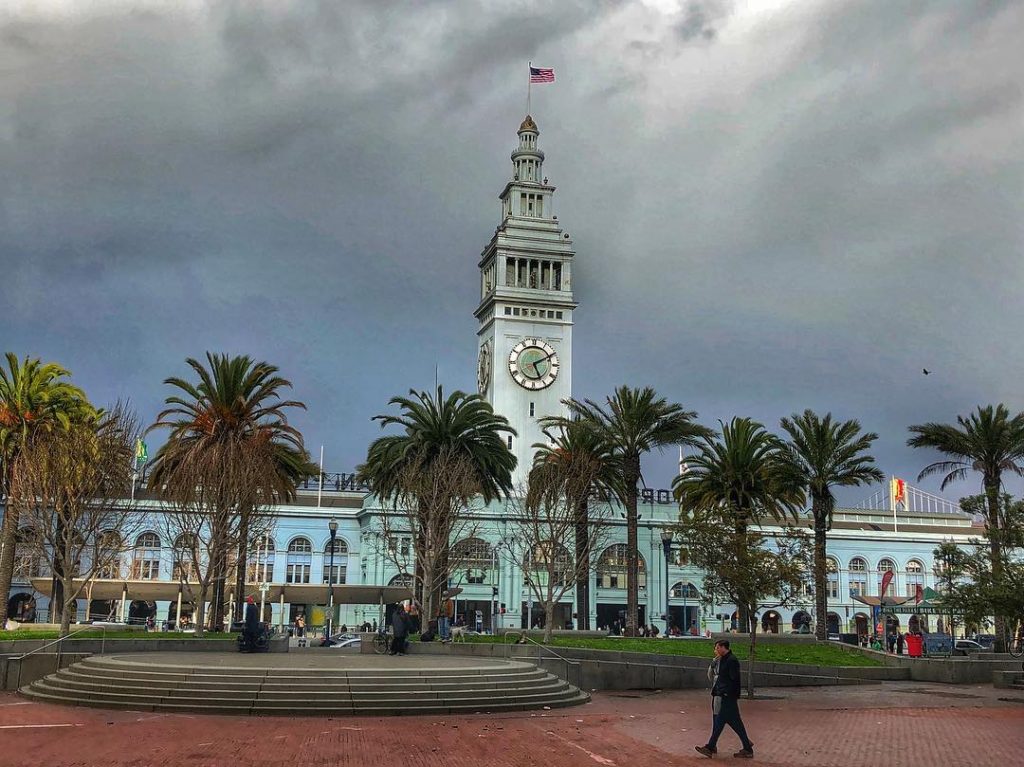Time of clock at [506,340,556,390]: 5:10
